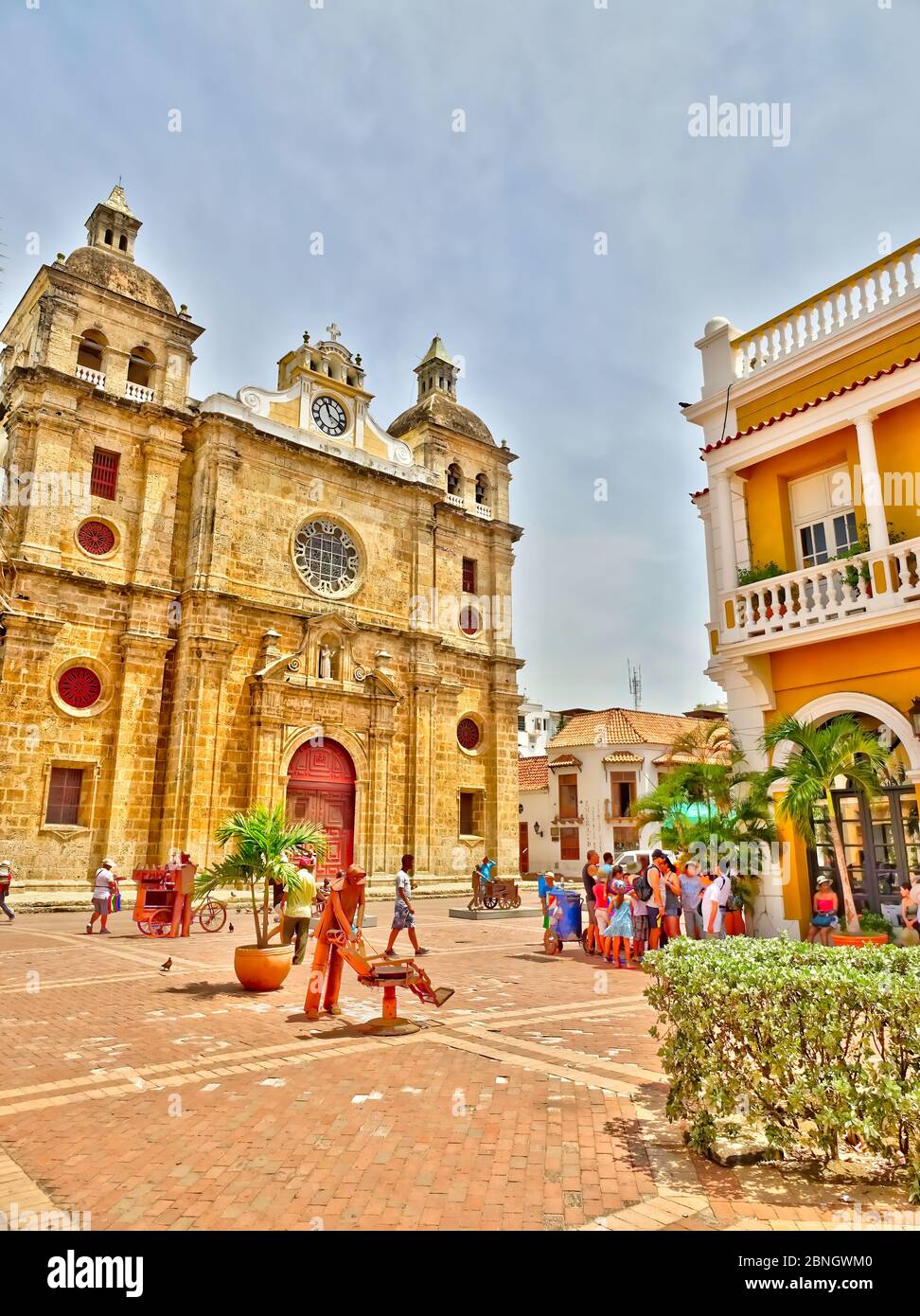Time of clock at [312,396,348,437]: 11:18
